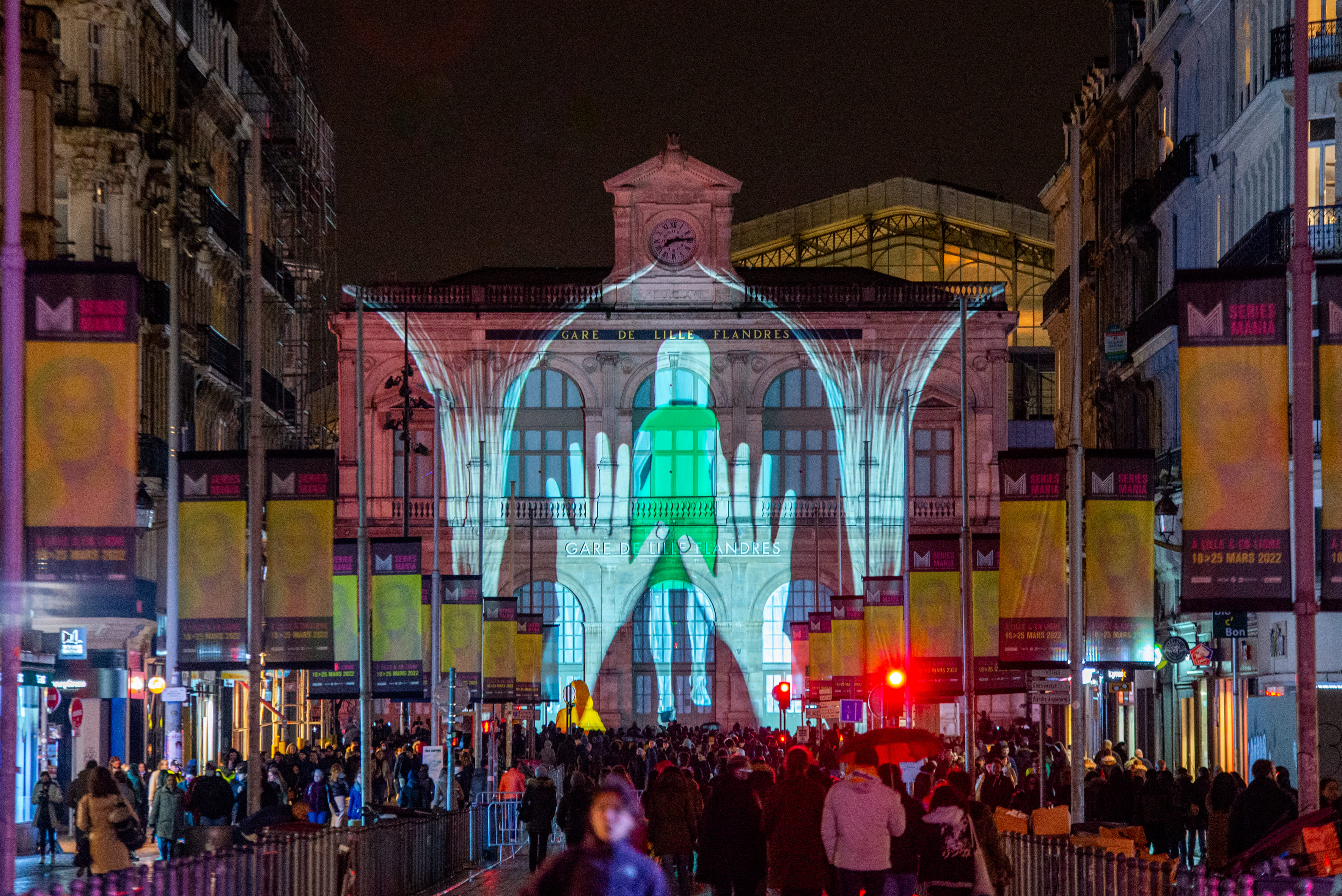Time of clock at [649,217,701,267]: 8:14
